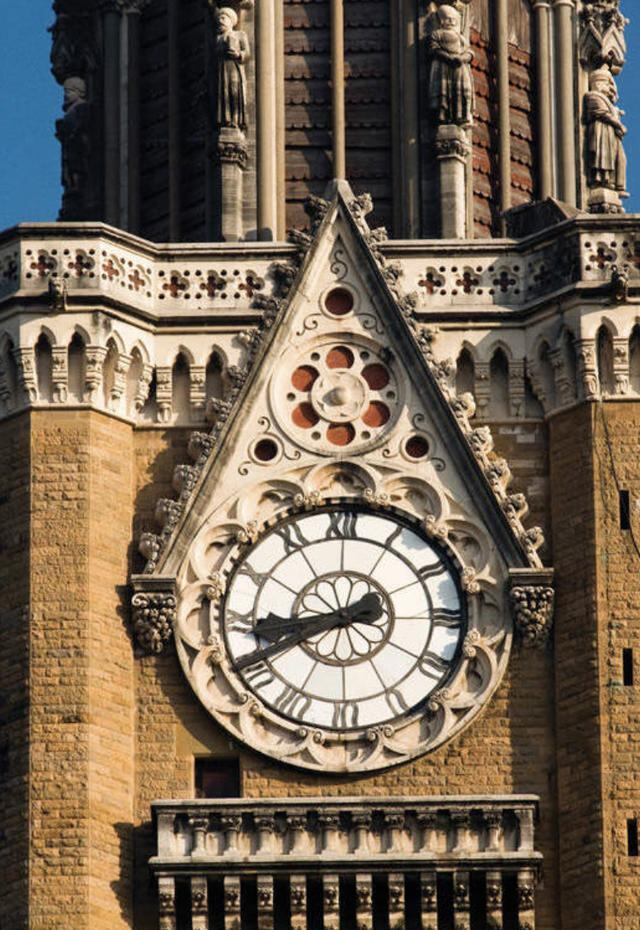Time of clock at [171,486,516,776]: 8:40
